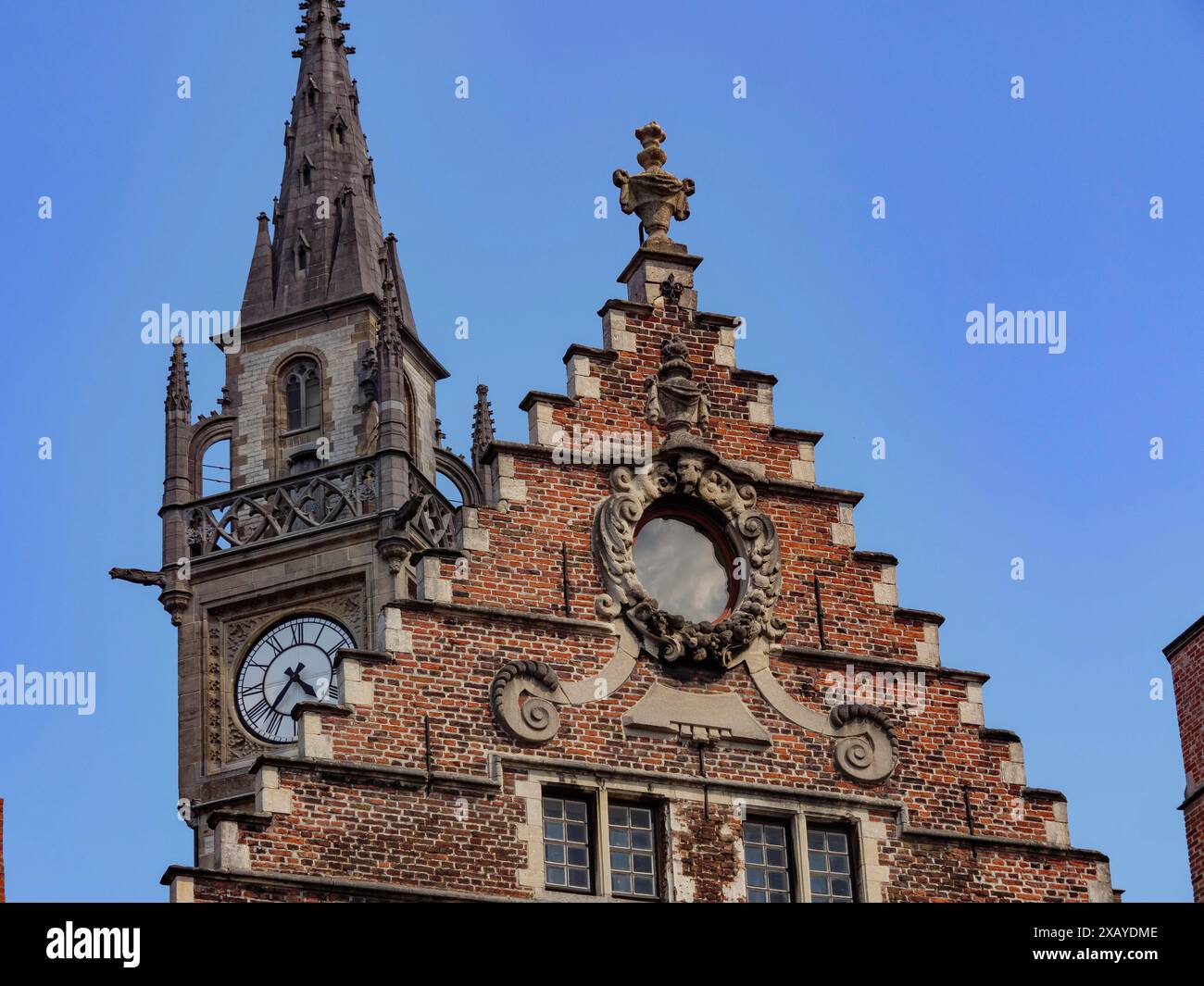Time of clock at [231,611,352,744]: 4:36
